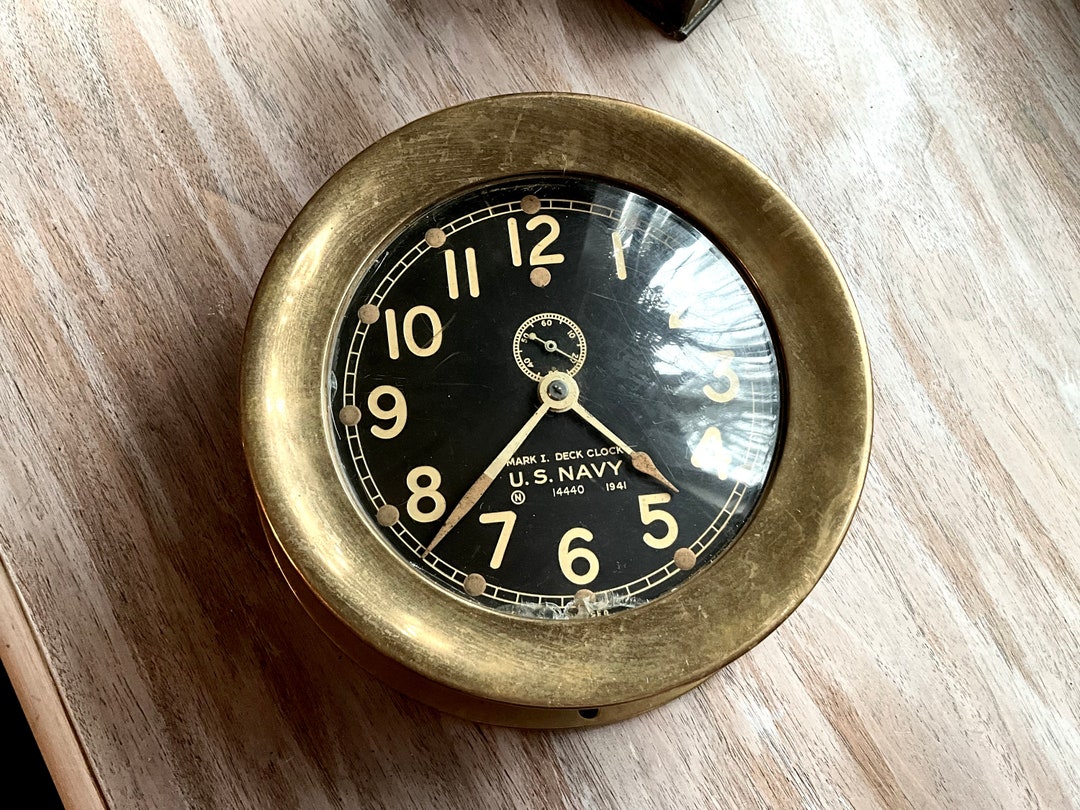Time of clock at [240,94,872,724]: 4:37
